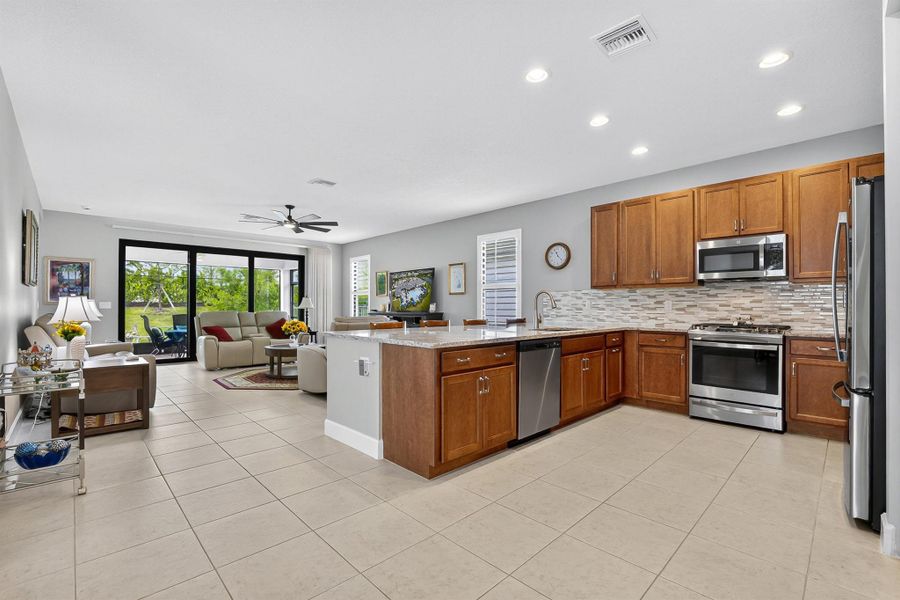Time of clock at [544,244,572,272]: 11:22
